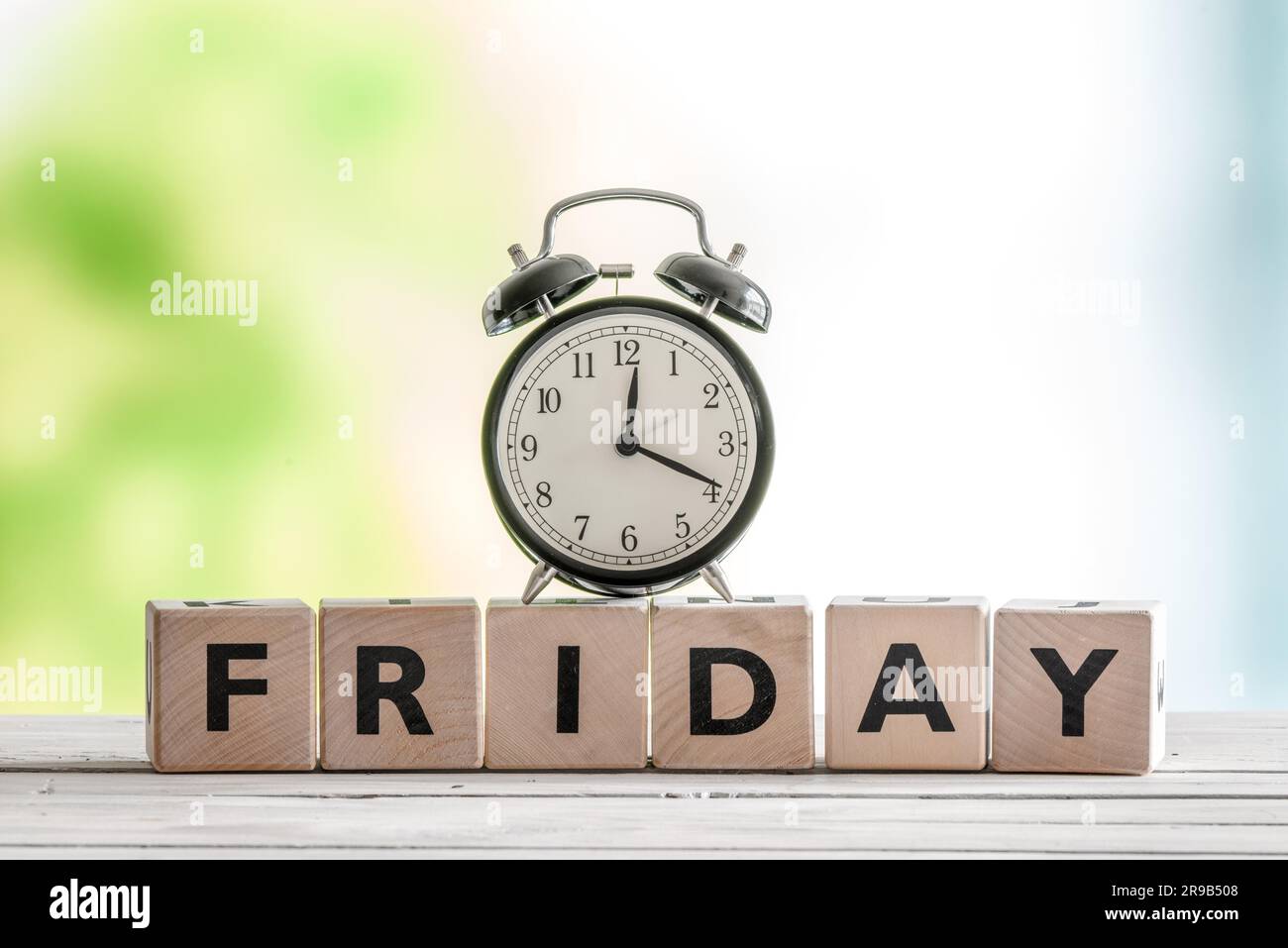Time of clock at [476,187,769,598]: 12:19
